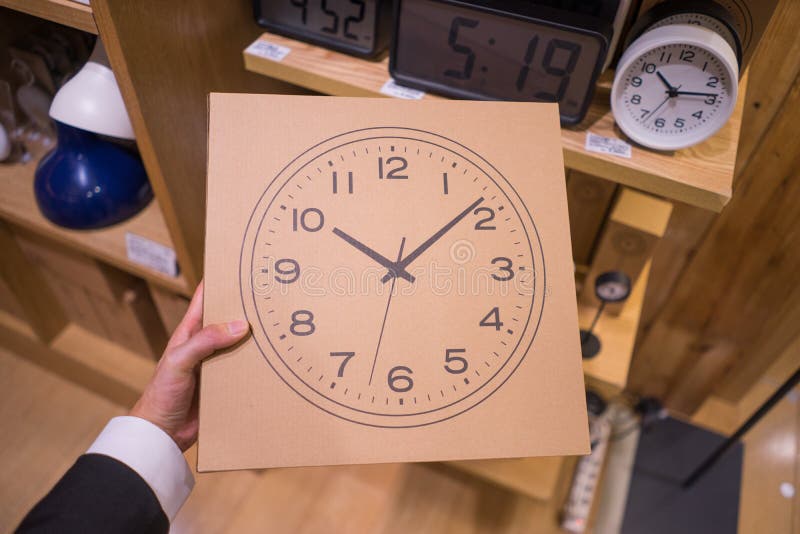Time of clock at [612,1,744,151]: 10:13
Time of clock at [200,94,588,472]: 10:08
